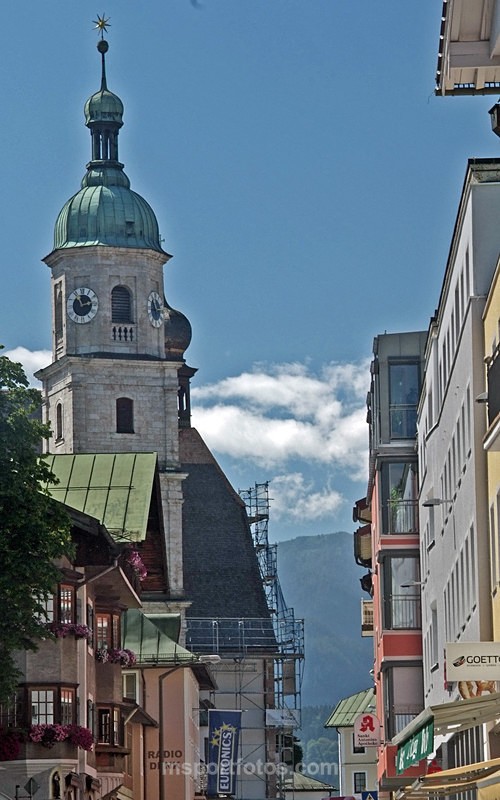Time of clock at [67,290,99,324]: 2:56
